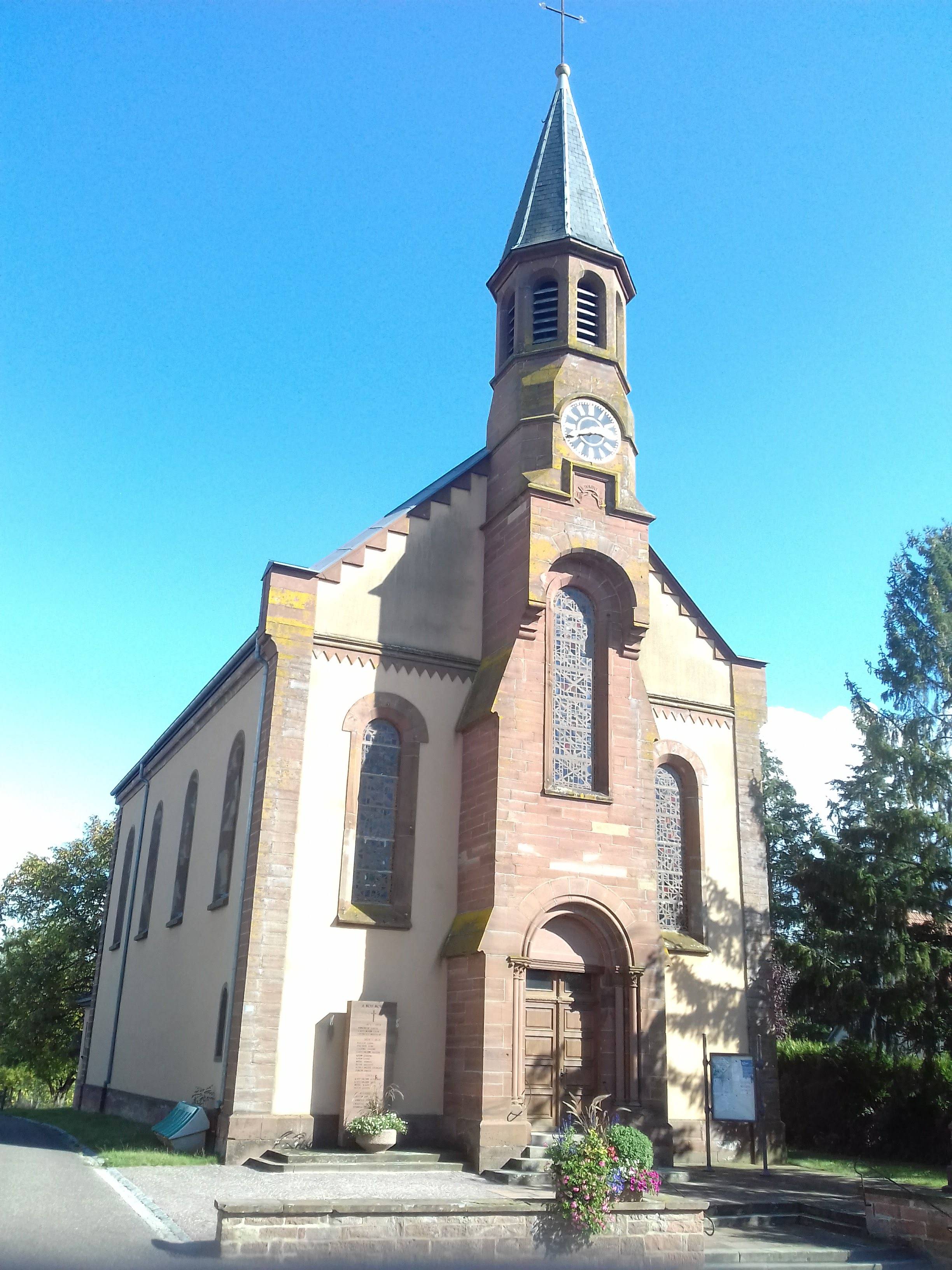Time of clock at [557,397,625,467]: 2:40
